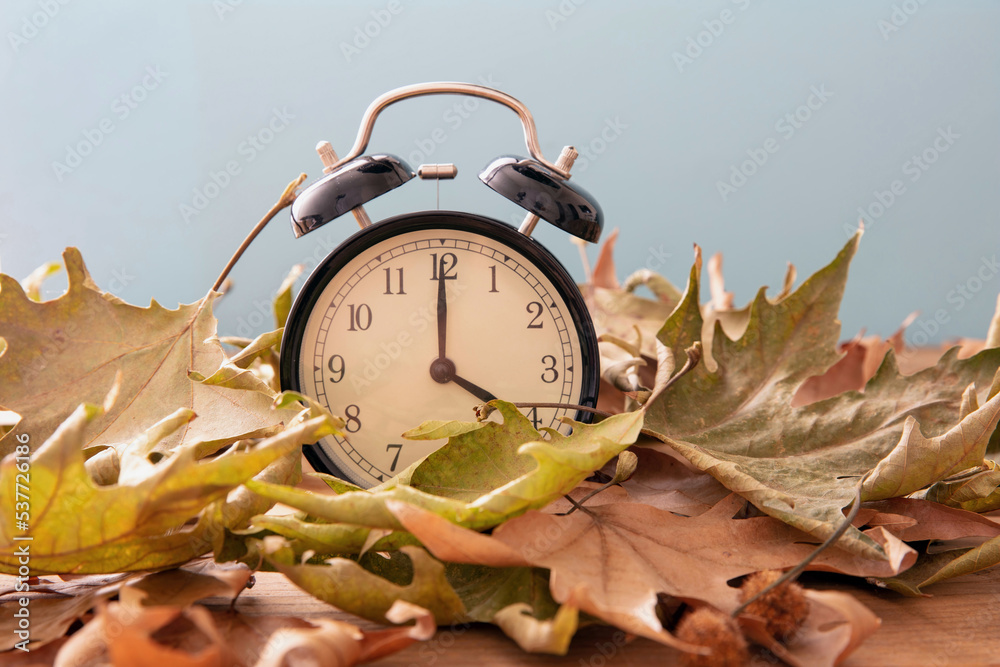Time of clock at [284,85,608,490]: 4:00
